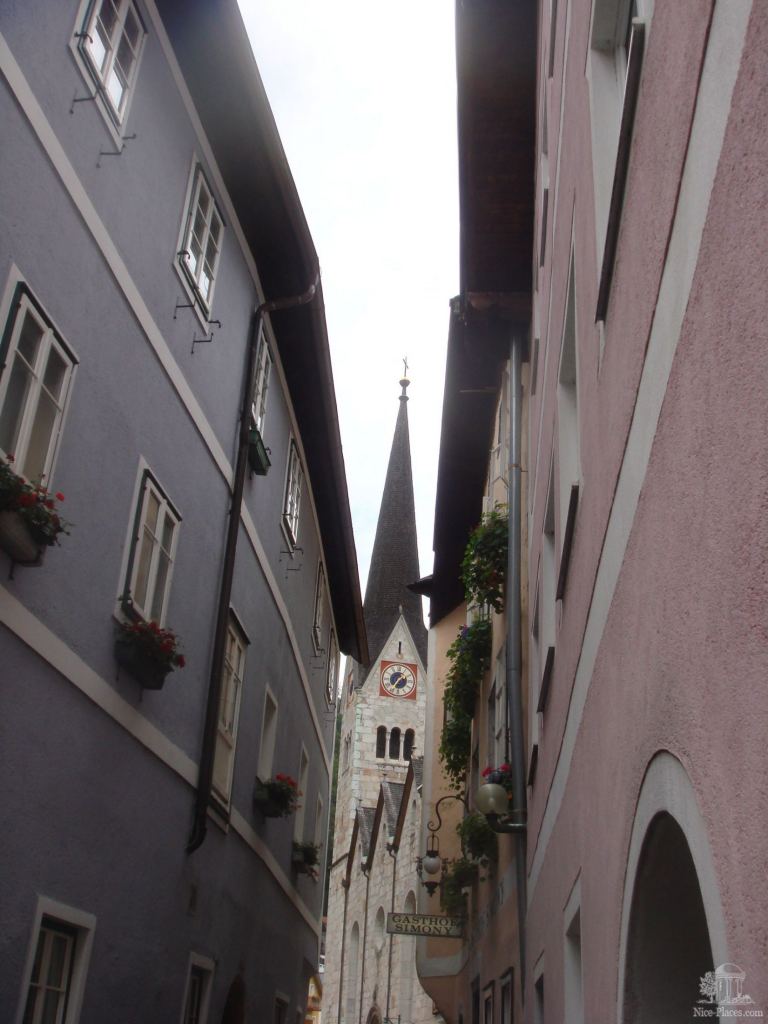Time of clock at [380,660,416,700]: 1:35
